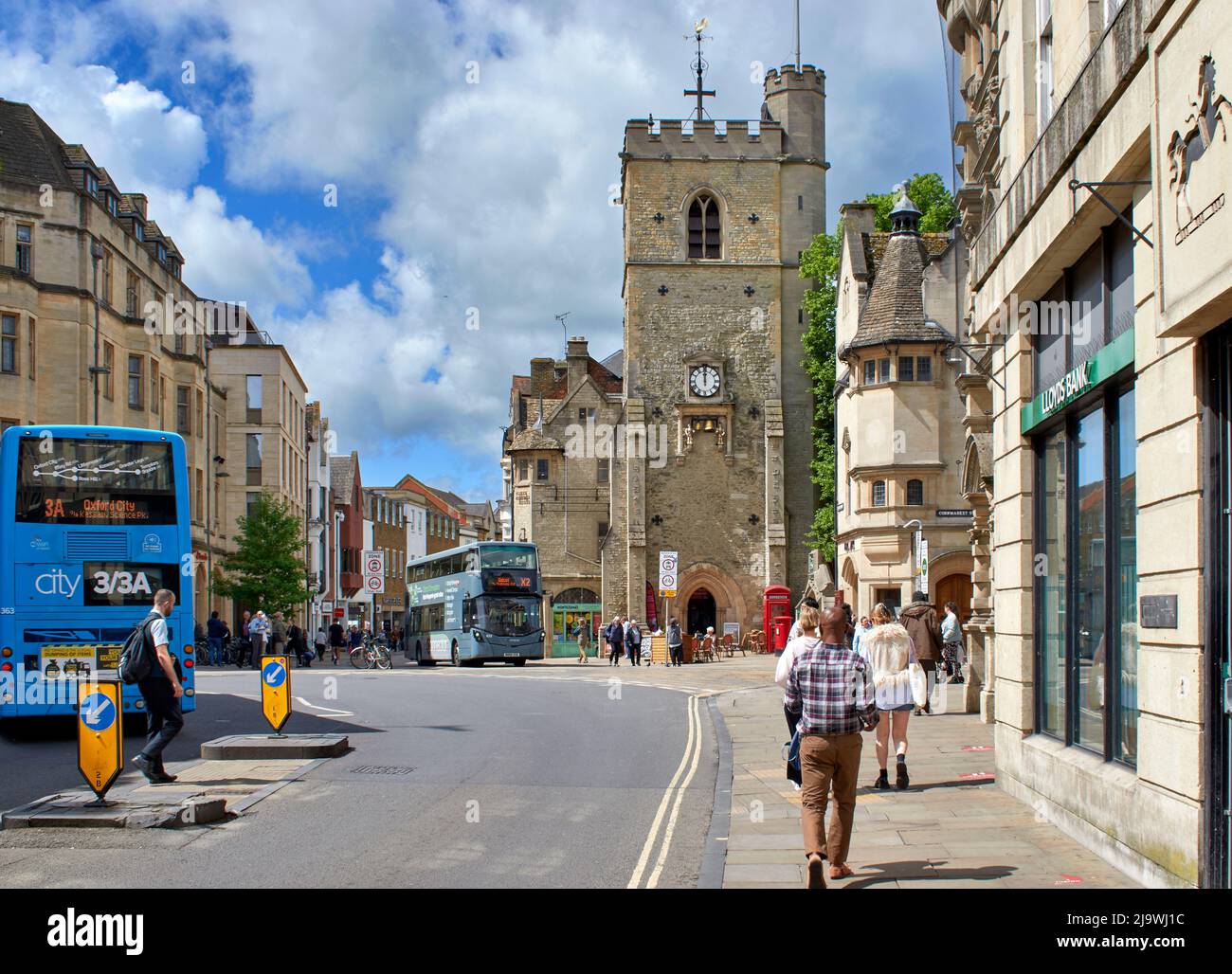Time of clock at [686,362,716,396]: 12:00
